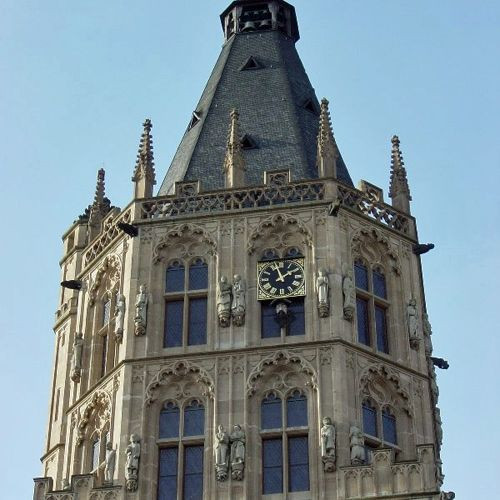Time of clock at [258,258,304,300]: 1:57
